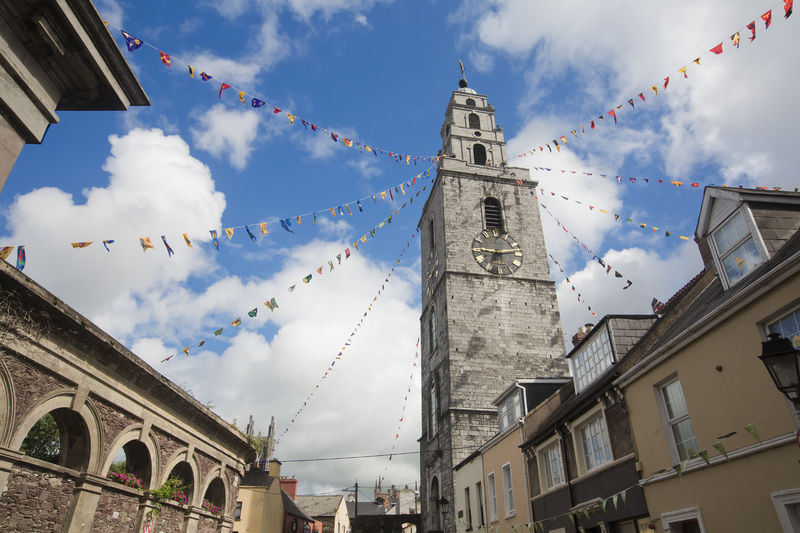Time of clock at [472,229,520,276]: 9:12
